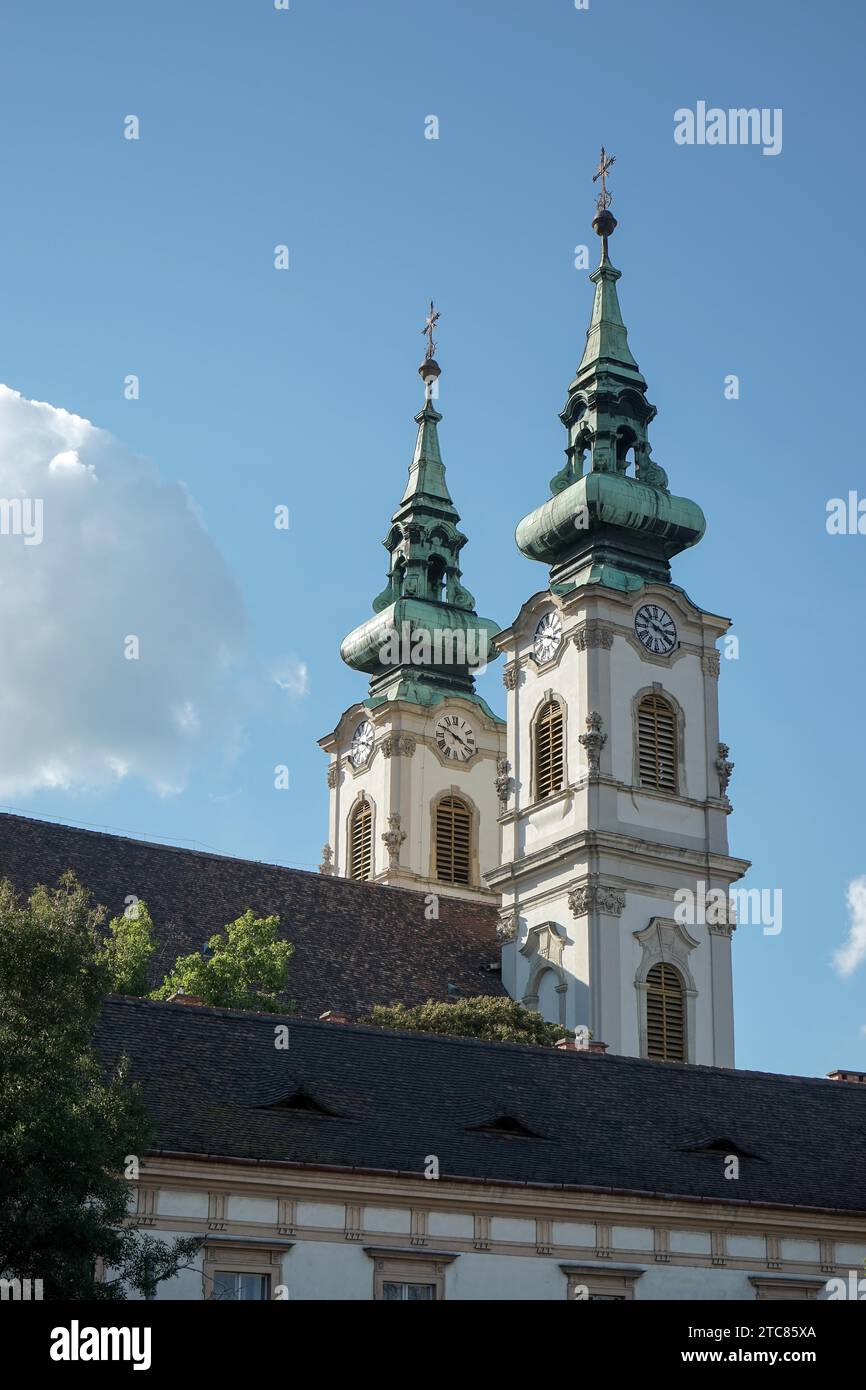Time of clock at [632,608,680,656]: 3:50
